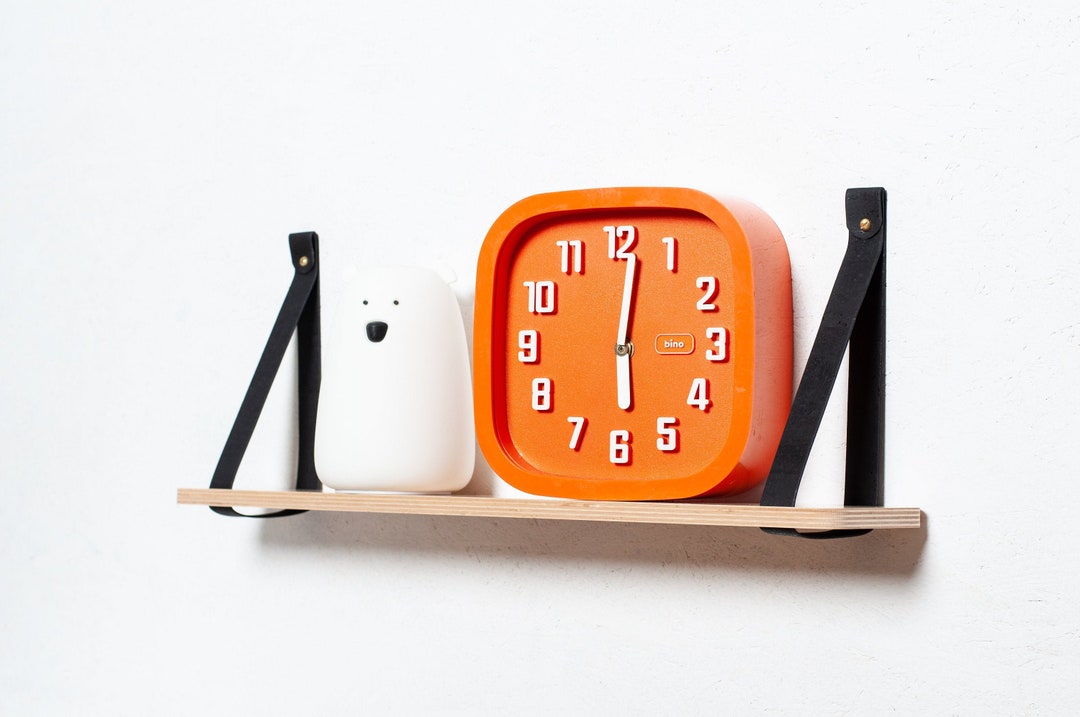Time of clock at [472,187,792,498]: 6:01
